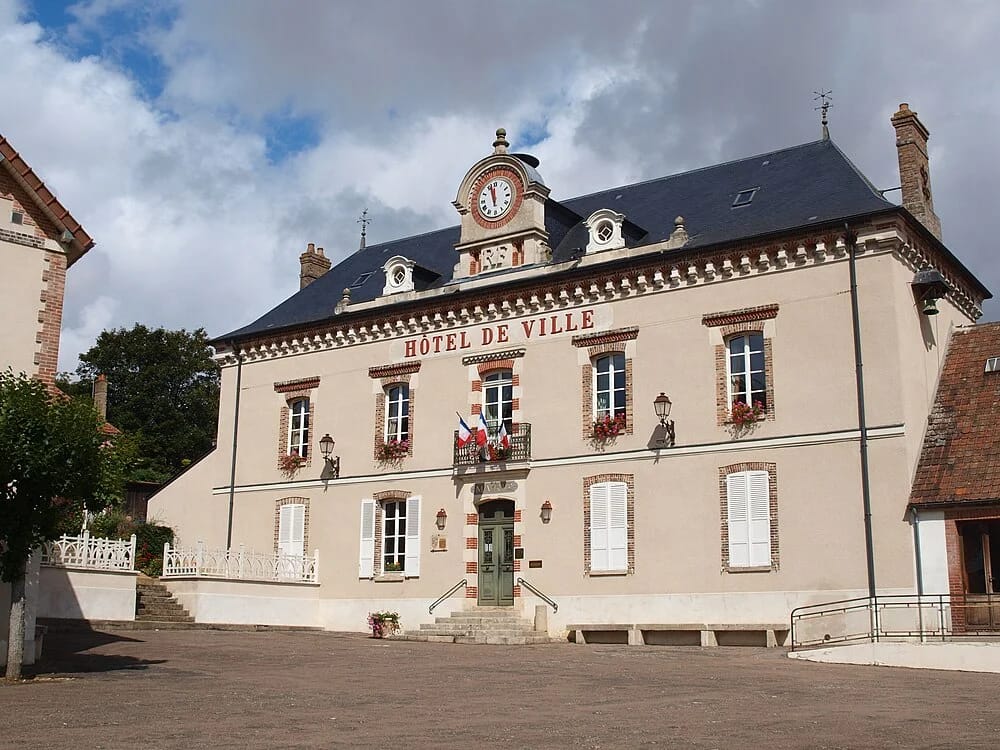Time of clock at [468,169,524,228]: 11:57
